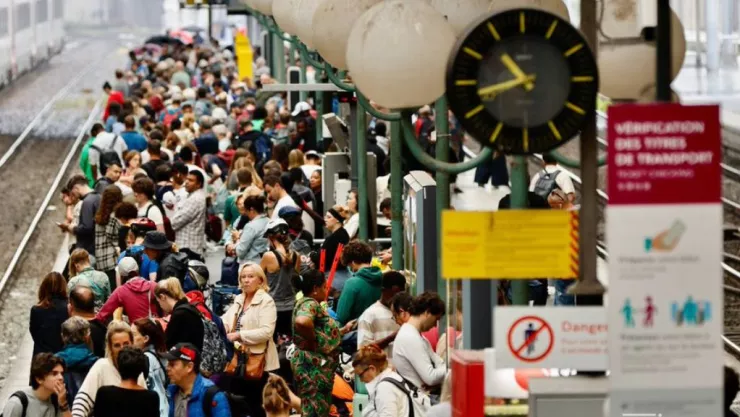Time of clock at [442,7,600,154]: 10:42
